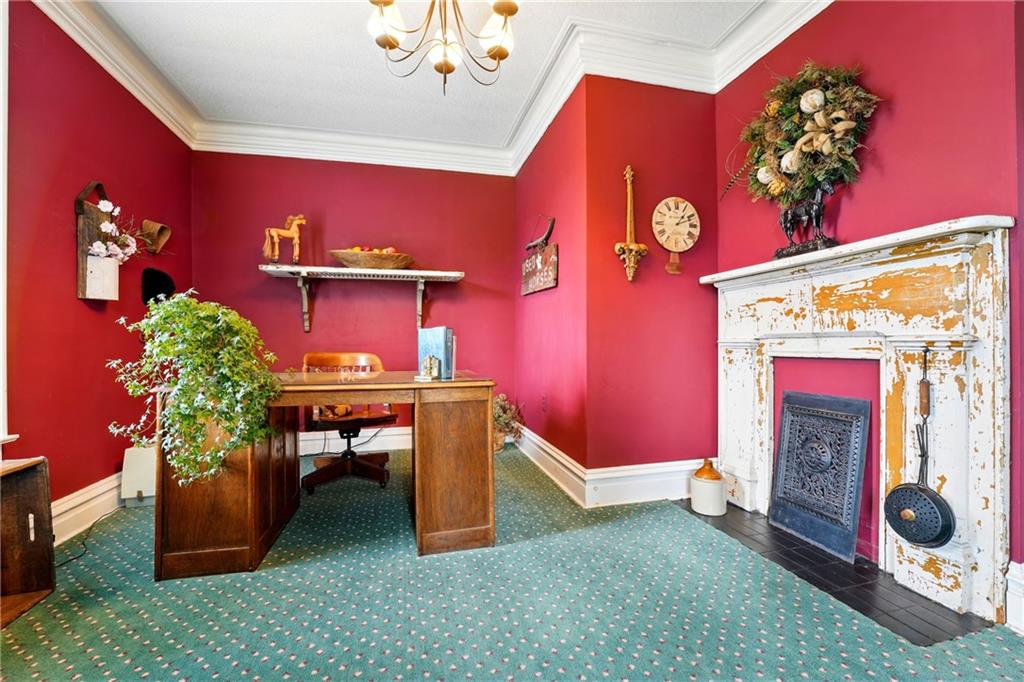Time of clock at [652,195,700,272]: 1:11
